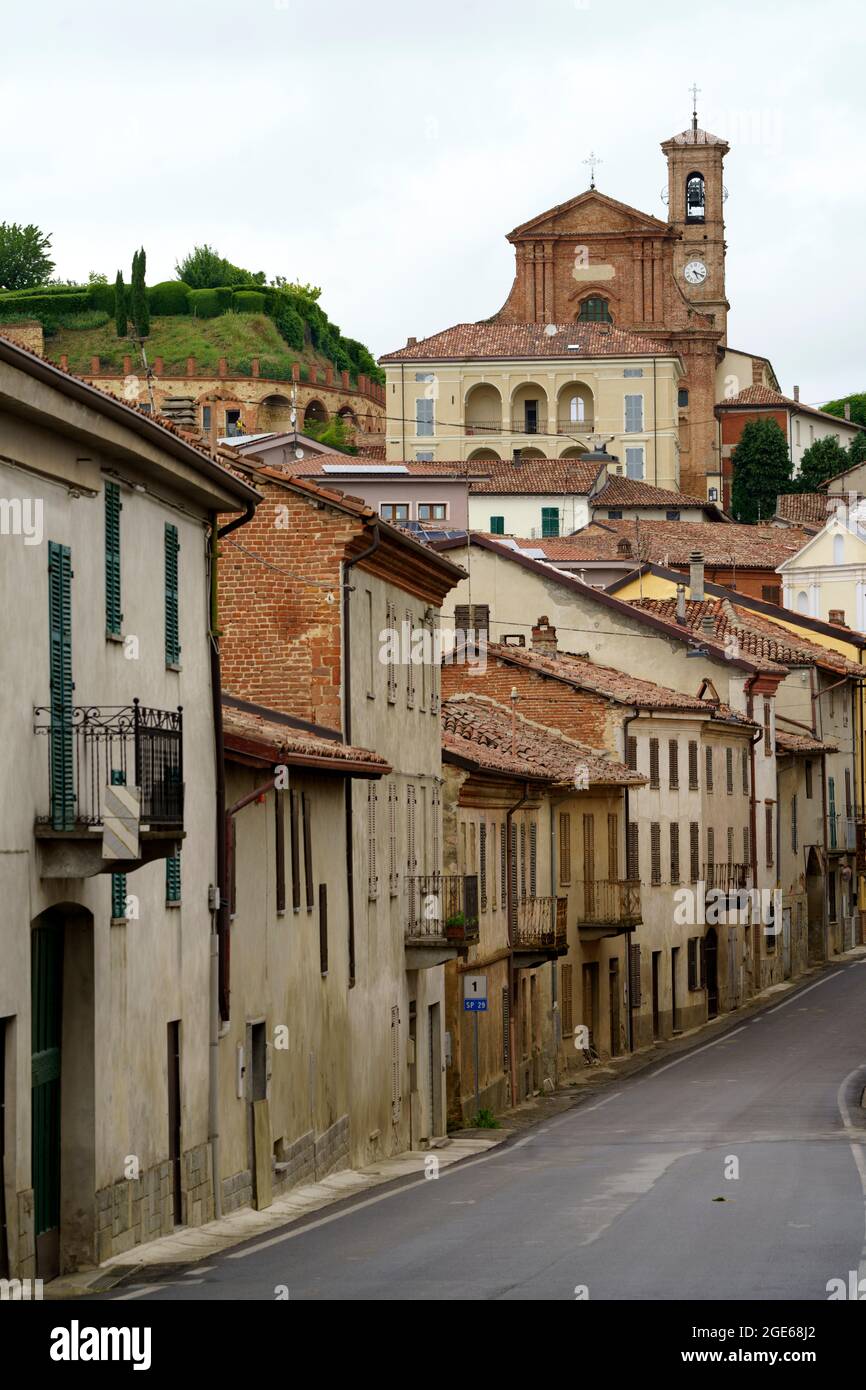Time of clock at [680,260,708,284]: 5:18
